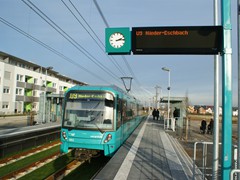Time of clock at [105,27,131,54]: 2:13
